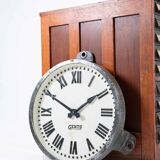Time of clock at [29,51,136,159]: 1:50
